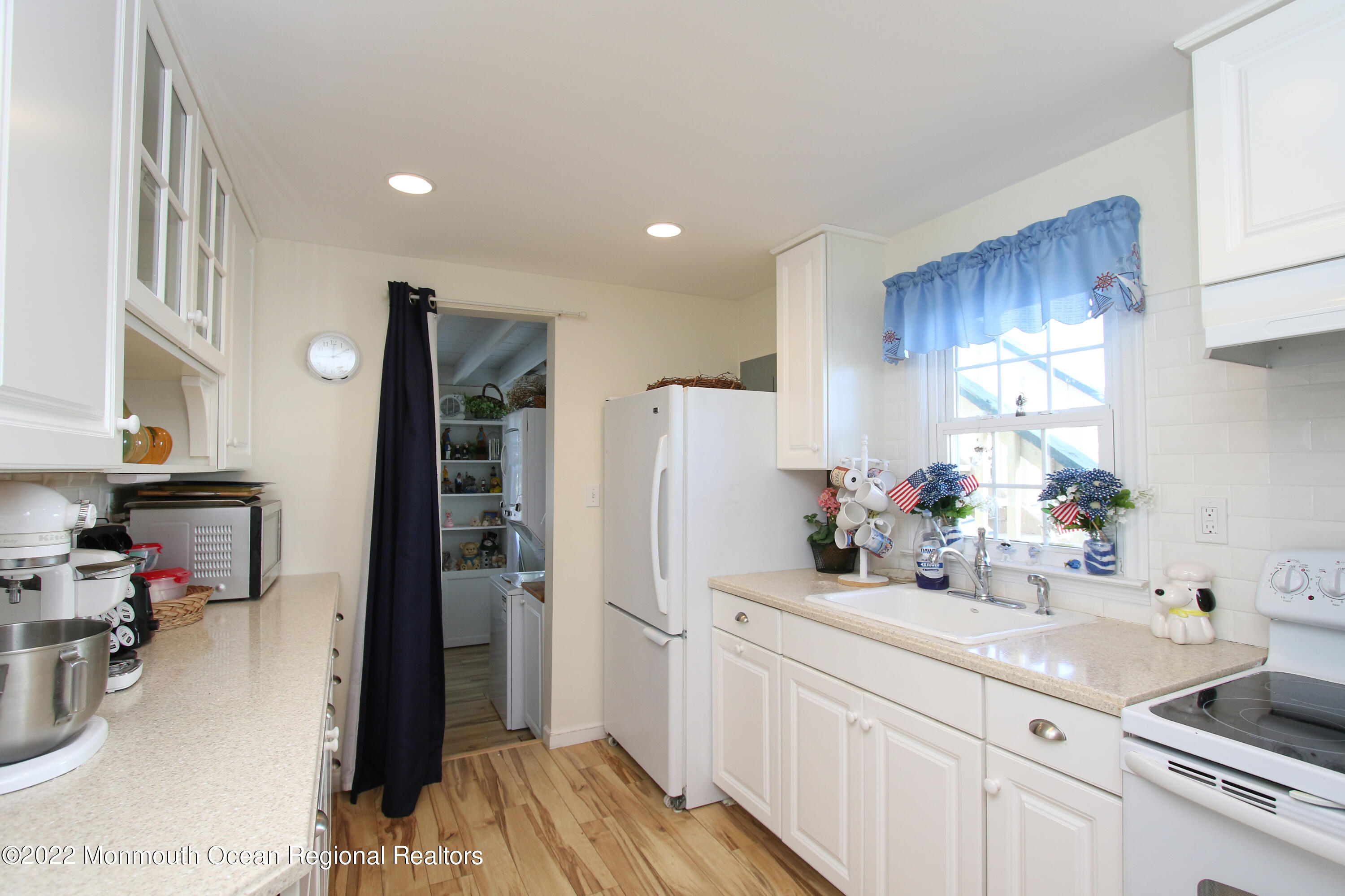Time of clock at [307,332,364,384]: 12:09
